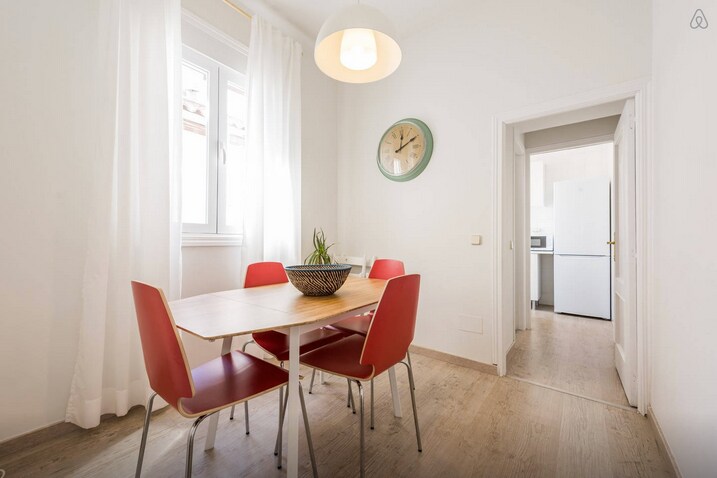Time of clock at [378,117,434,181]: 12:09
